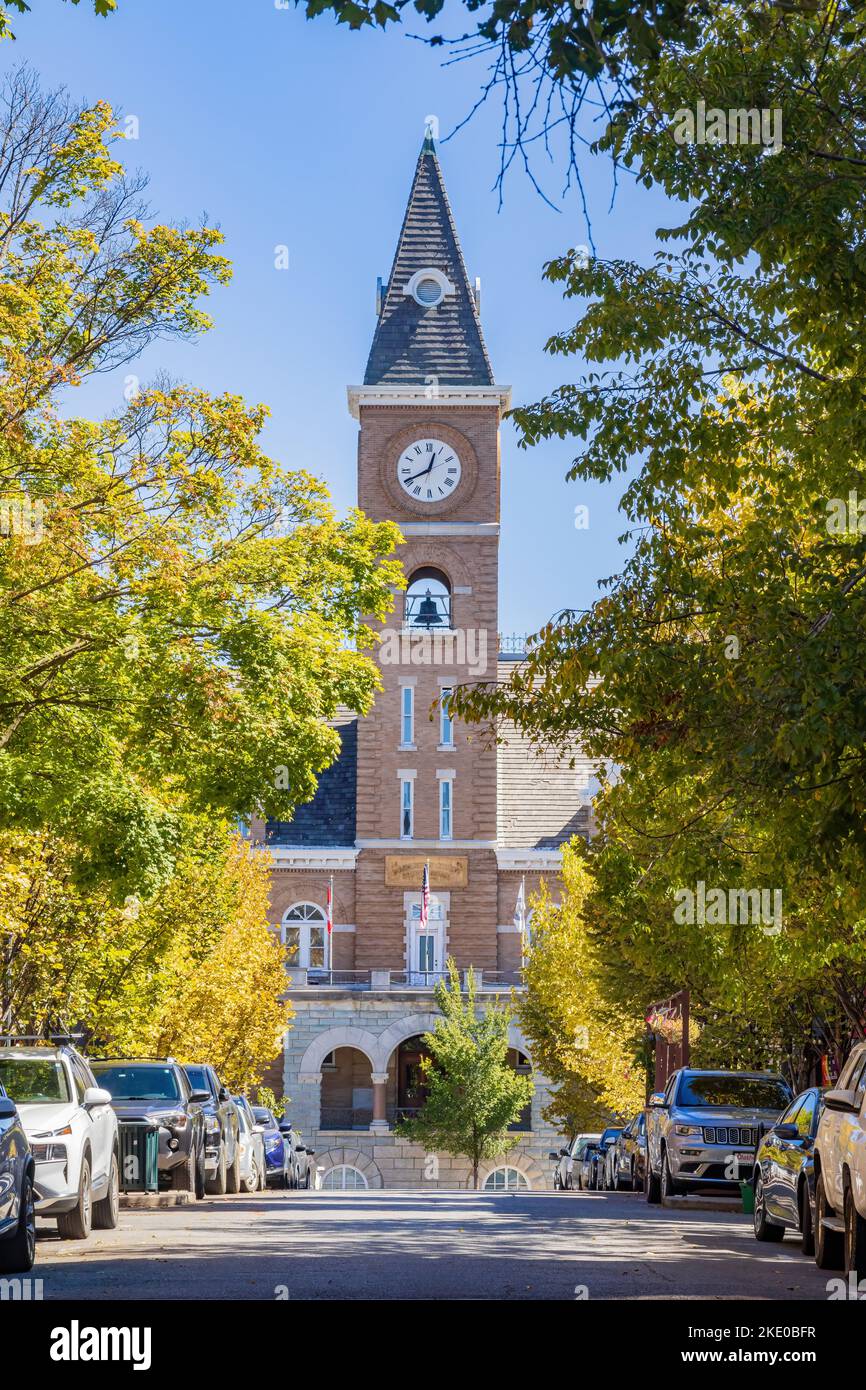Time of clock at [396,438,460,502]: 12:40
